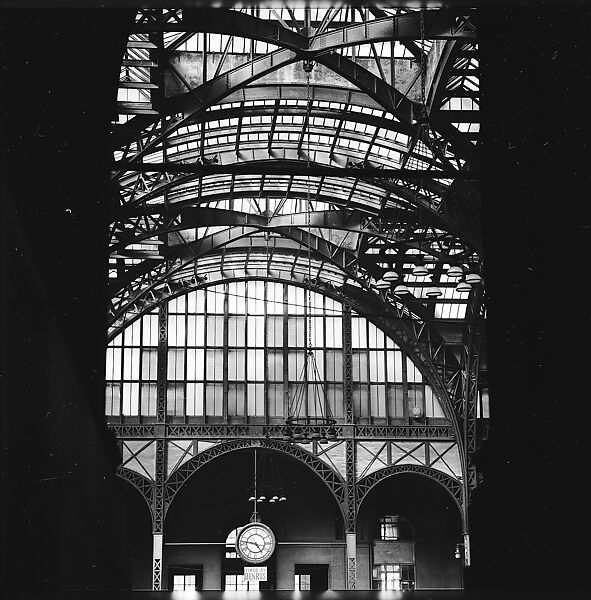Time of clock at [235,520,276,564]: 4:46
